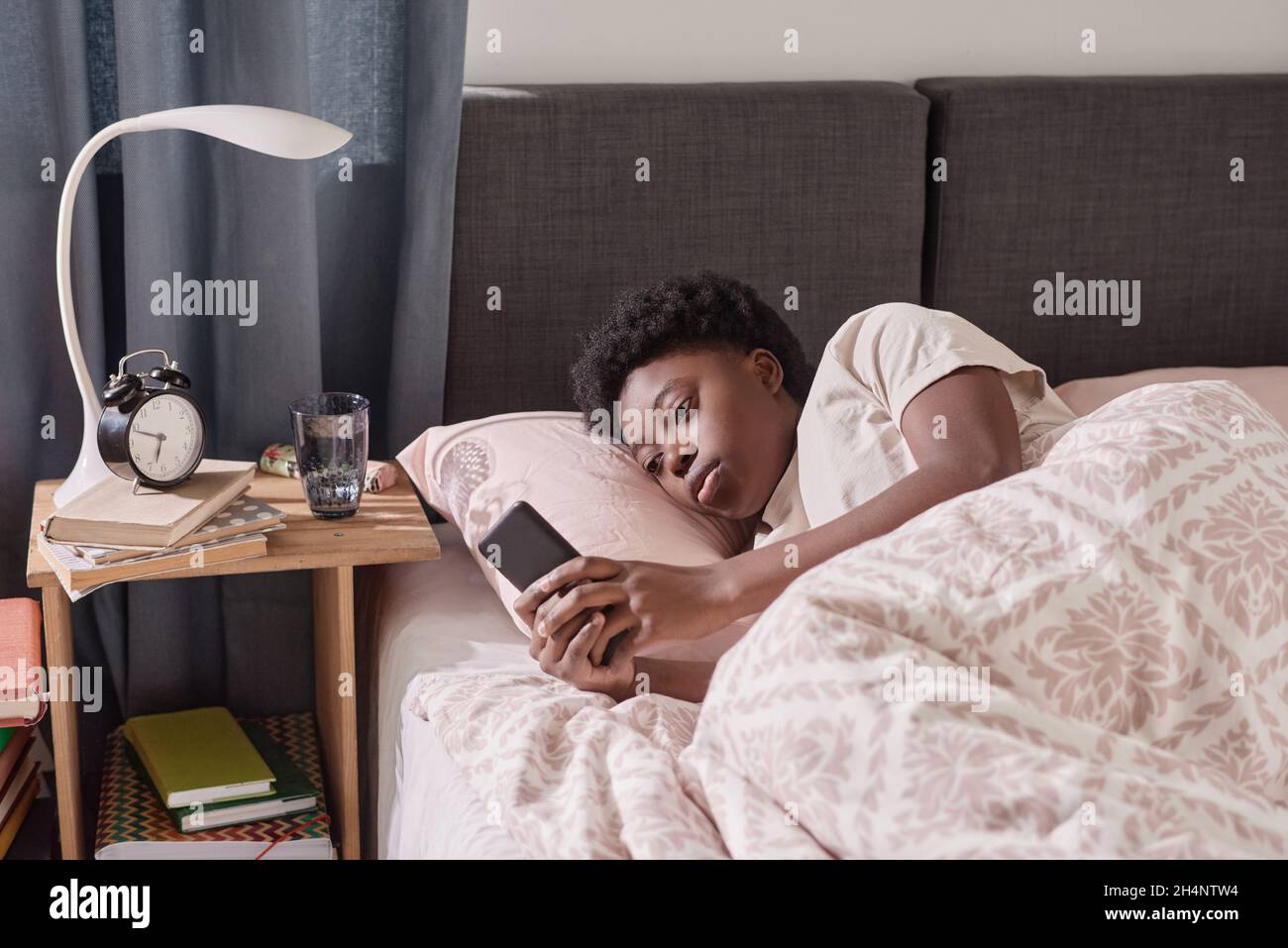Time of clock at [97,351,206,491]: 6:48
